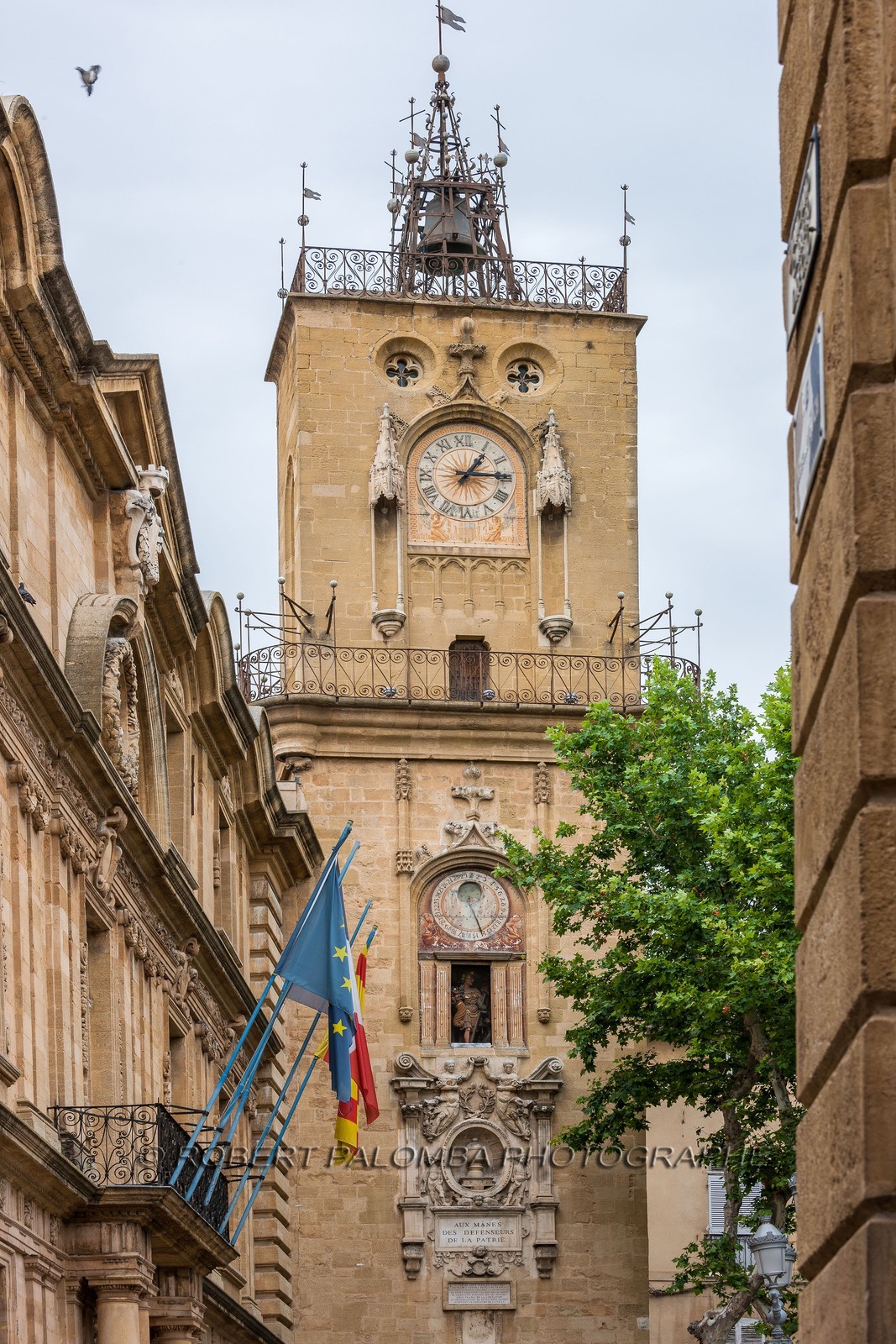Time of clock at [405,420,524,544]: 1:14
